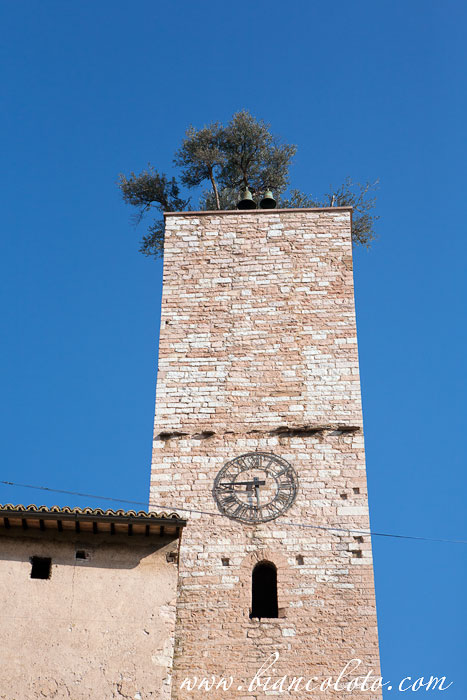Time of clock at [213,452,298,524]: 5:45
